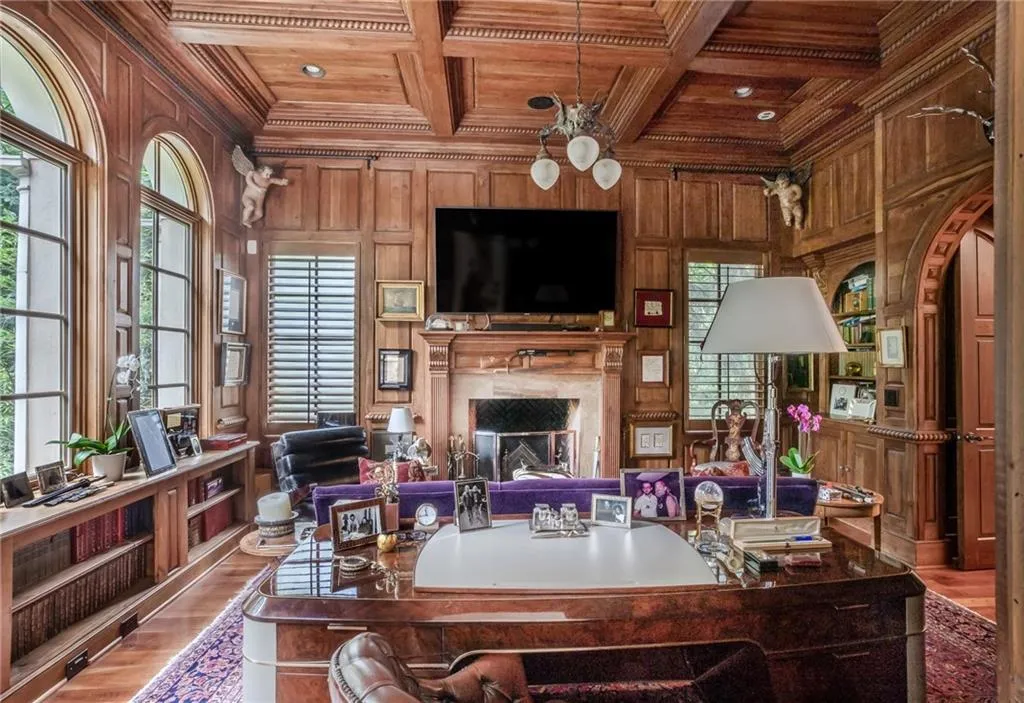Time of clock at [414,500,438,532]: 11:42
